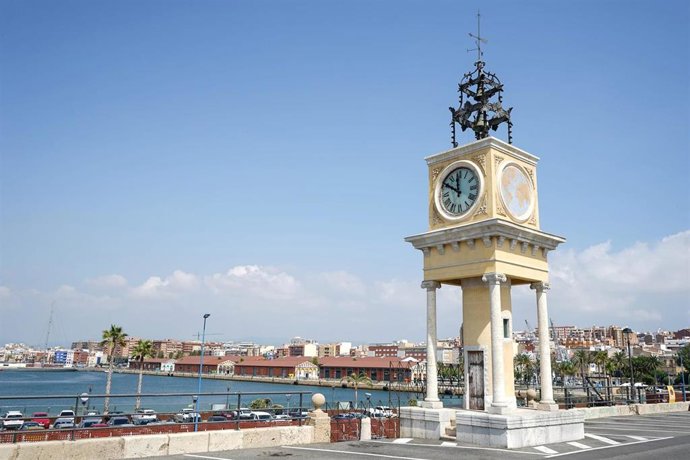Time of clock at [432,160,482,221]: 11:50
